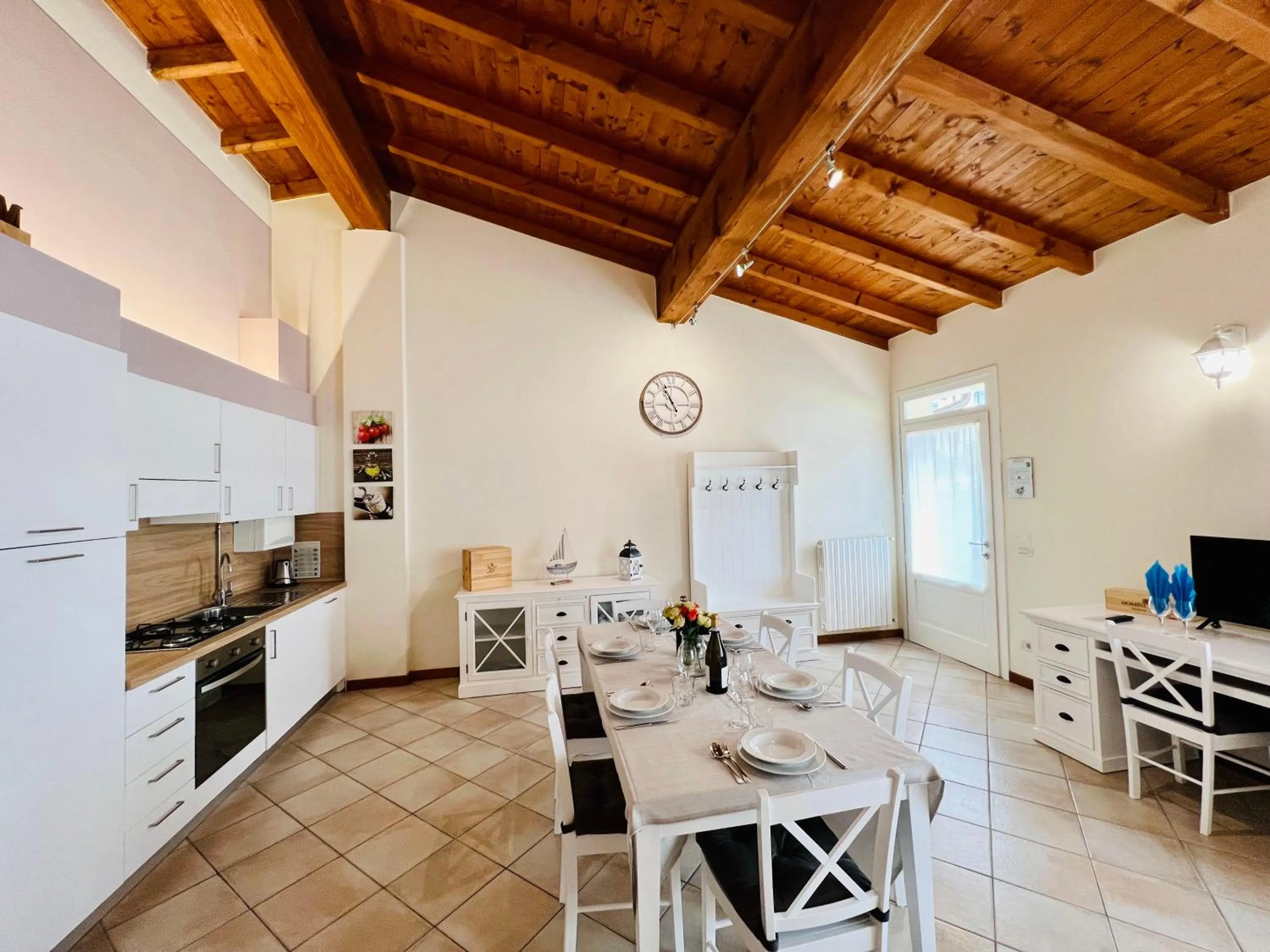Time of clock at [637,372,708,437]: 10:56
